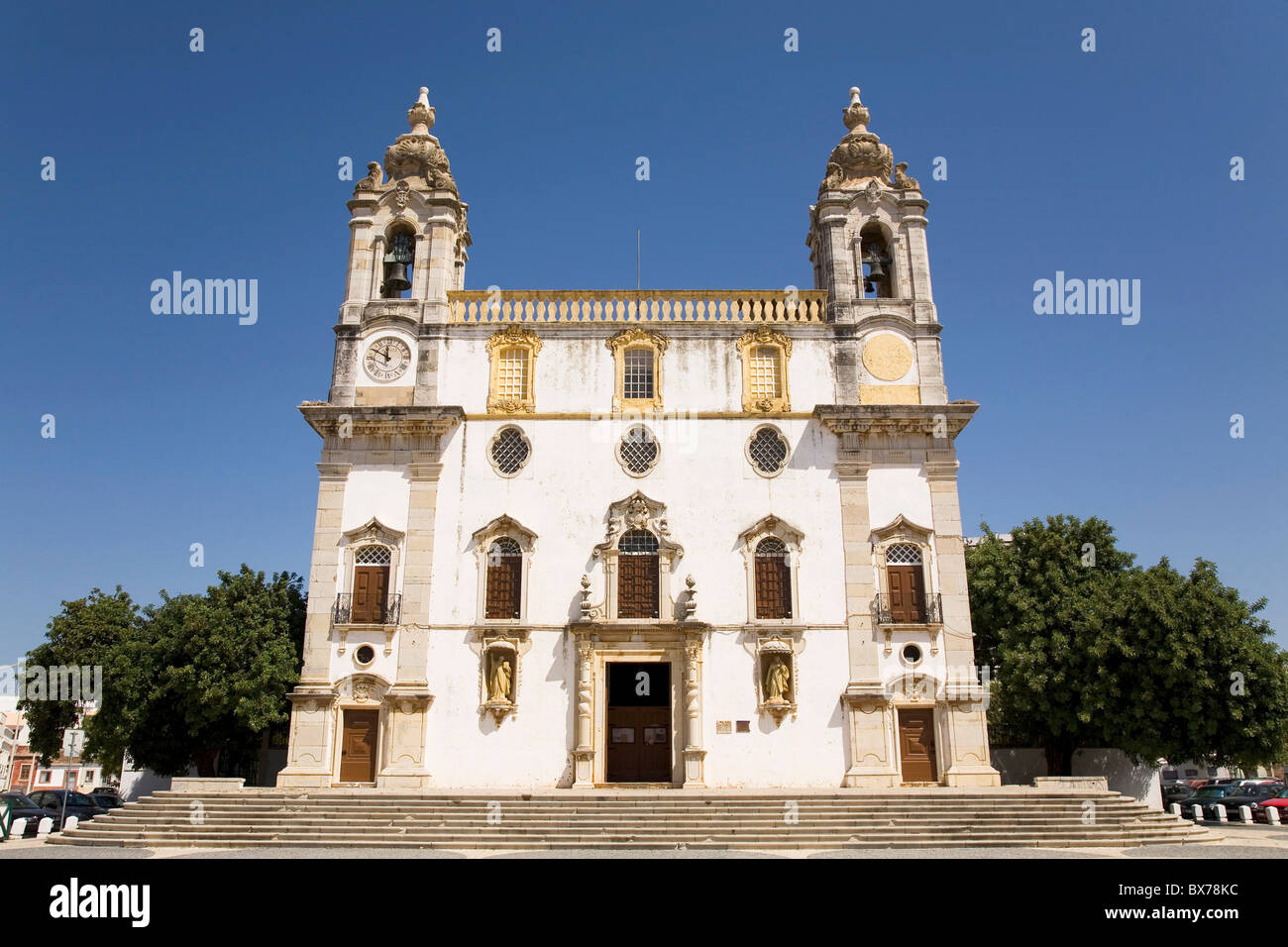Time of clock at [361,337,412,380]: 11:49
